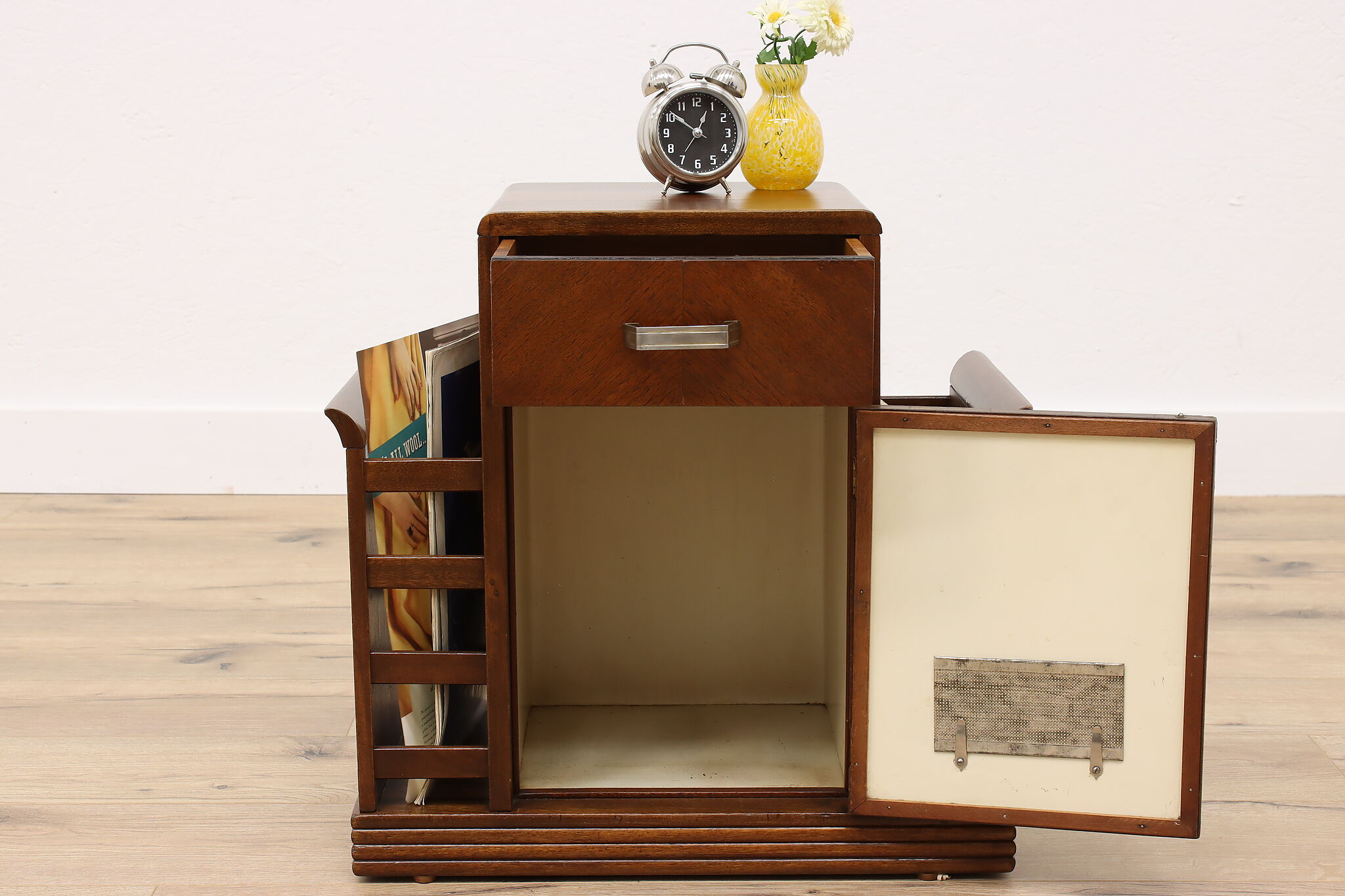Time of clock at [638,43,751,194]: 12:51
